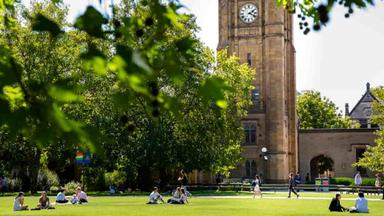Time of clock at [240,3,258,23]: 2:18
